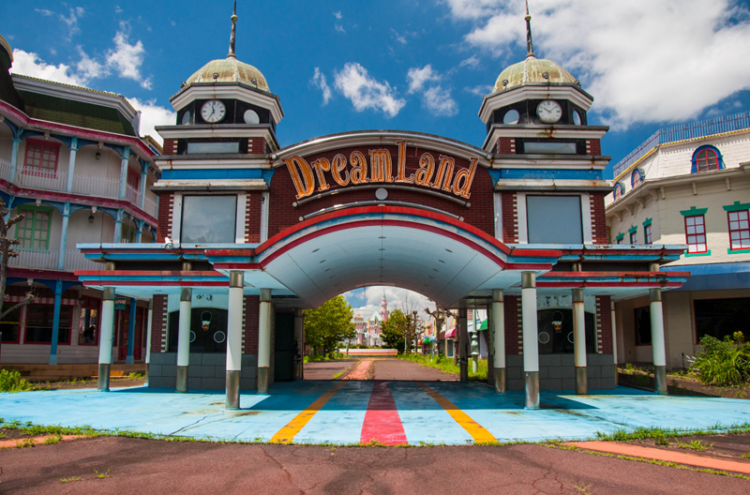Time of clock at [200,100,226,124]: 11:35
